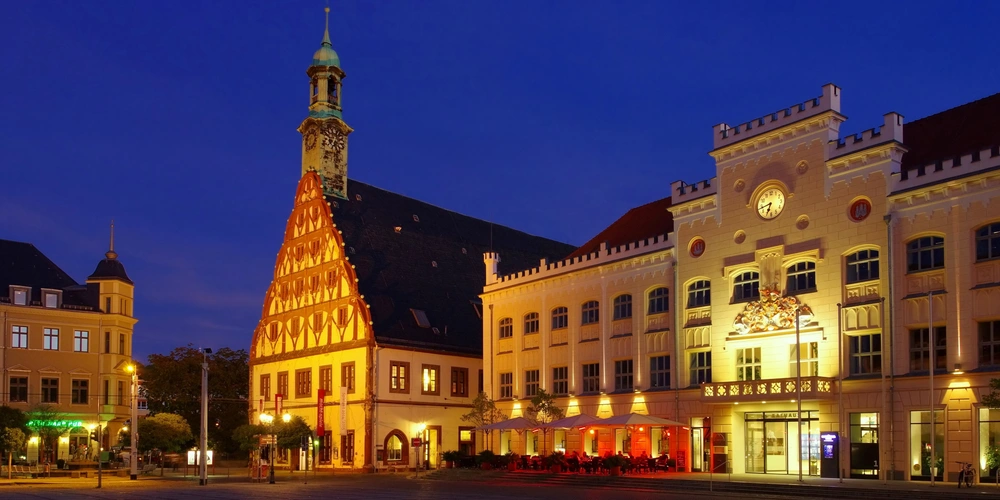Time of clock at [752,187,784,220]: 6:43
